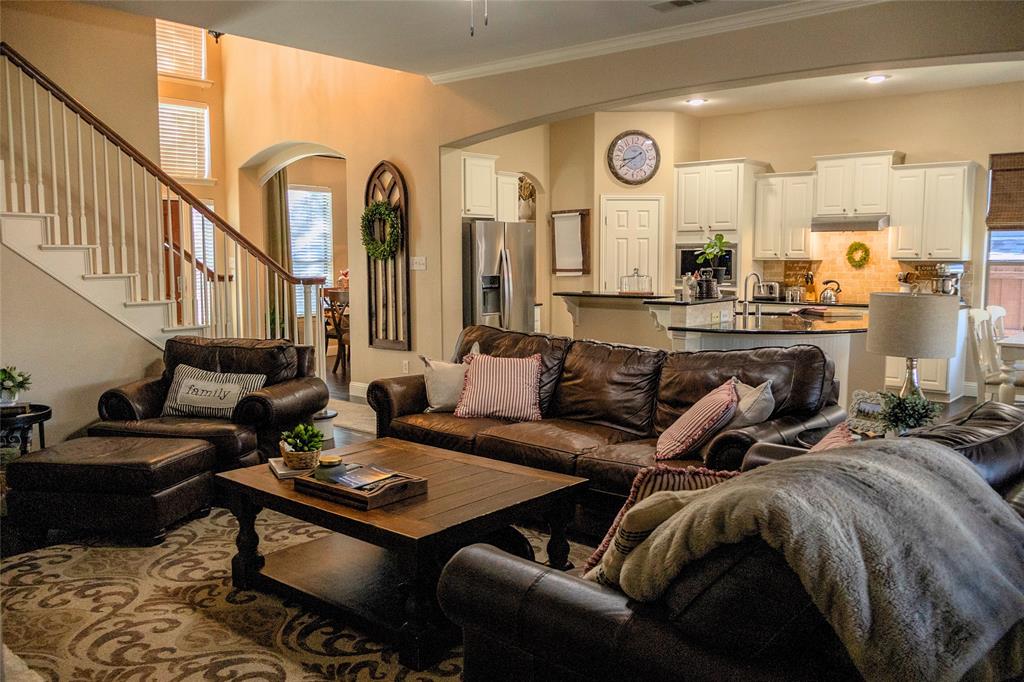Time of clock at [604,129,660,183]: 8:39
